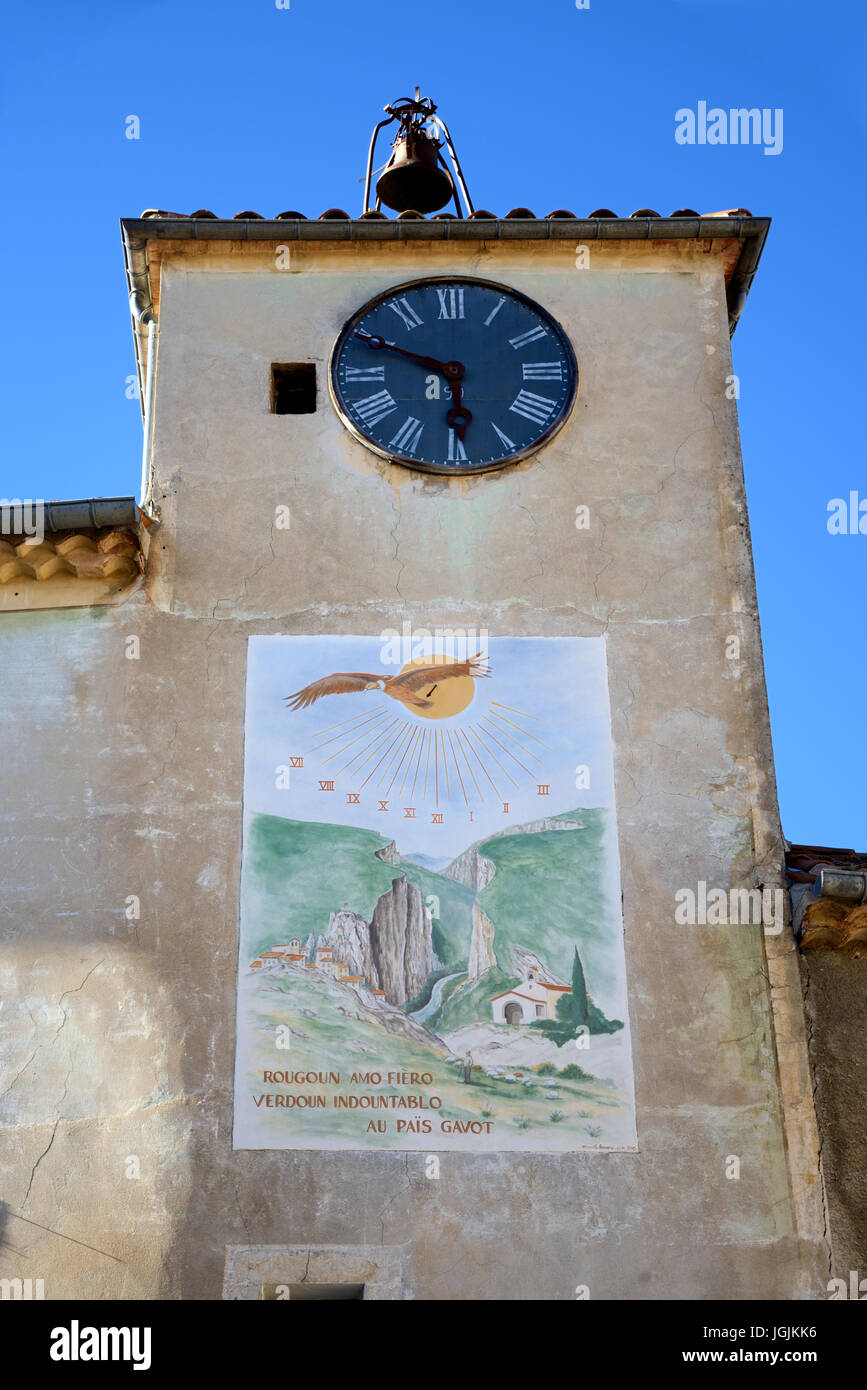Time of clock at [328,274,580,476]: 5:49
